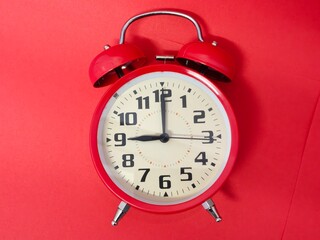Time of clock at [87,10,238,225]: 9:00
